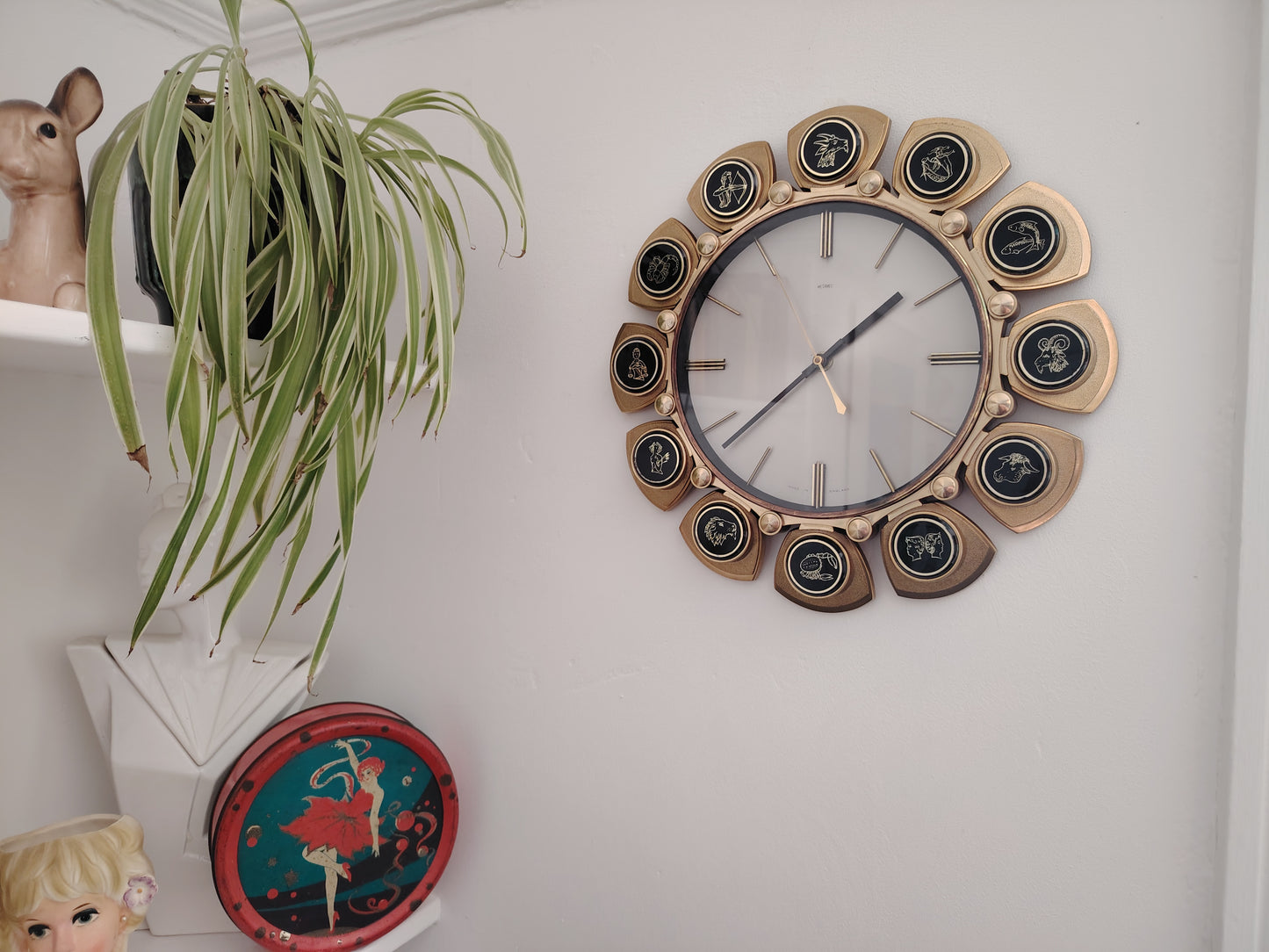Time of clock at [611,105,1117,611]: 1:38
